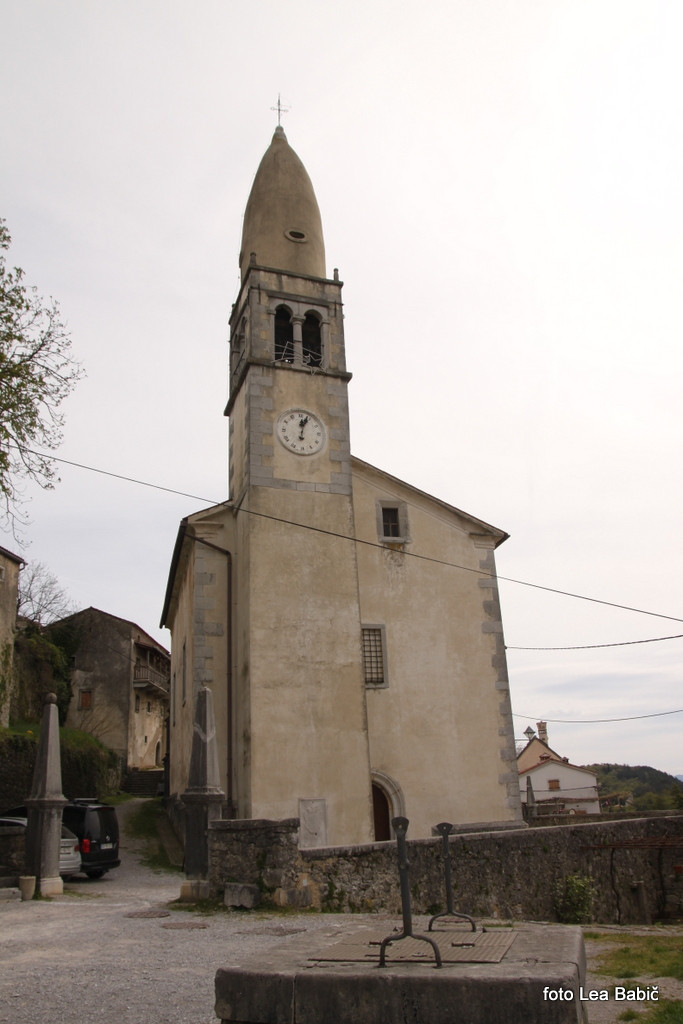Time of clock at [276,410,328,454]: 12:03
